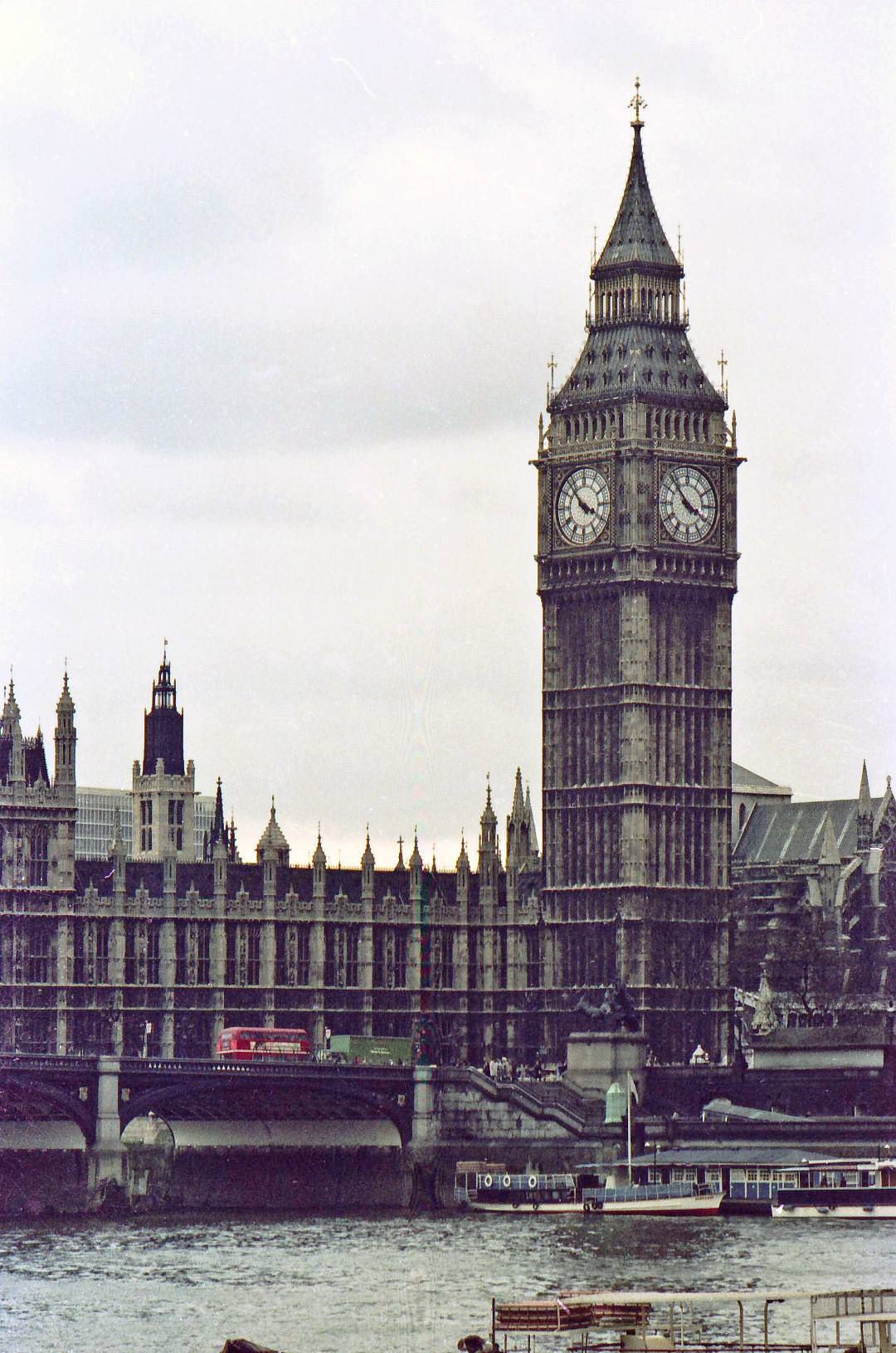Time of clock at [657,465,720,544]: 3:52
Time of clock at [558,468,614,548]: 3:52
